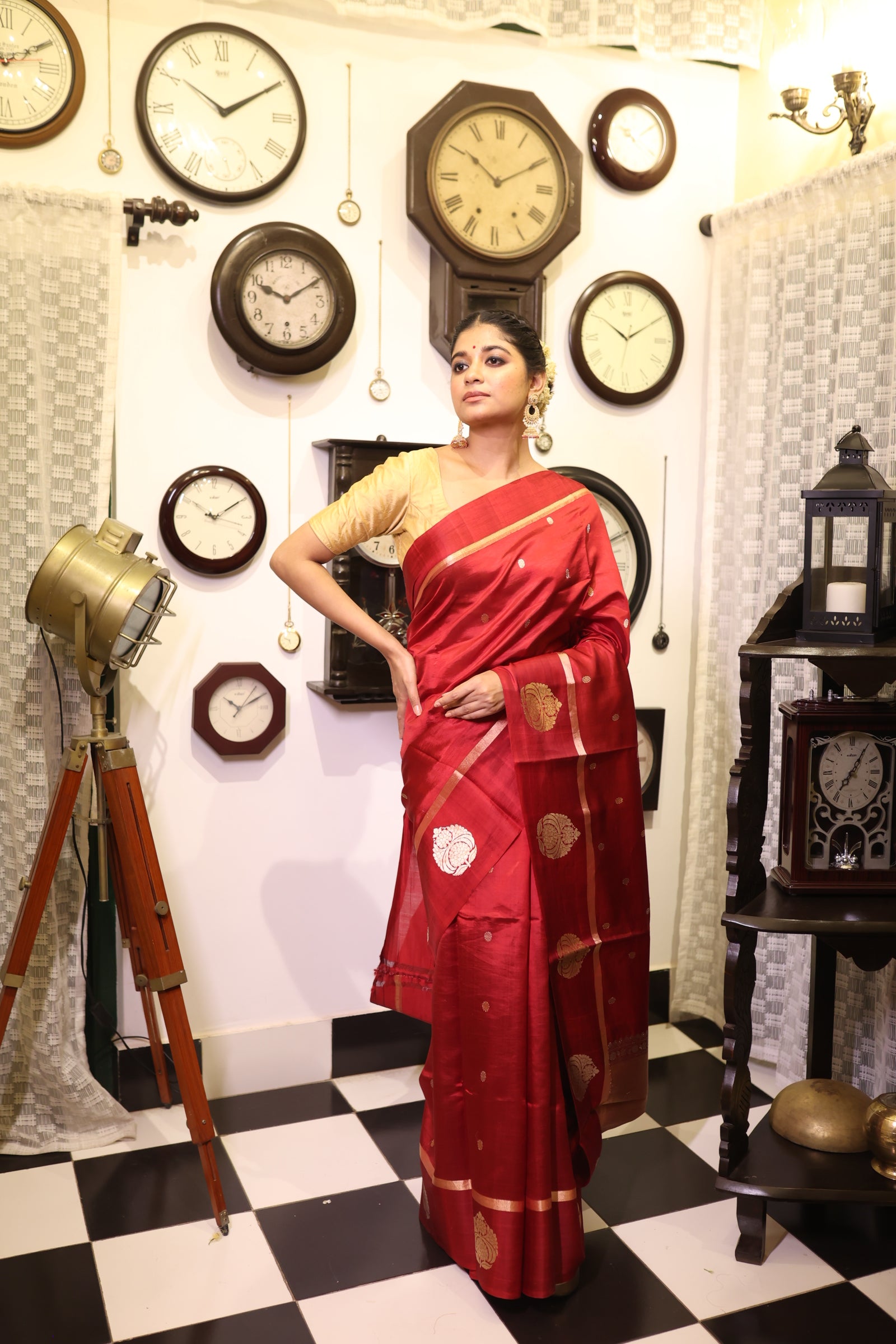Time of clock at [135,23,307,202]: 10:09
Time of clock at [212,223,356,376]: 10:09
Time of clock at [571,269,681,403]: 10:09
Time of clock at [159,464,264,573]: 10:09
